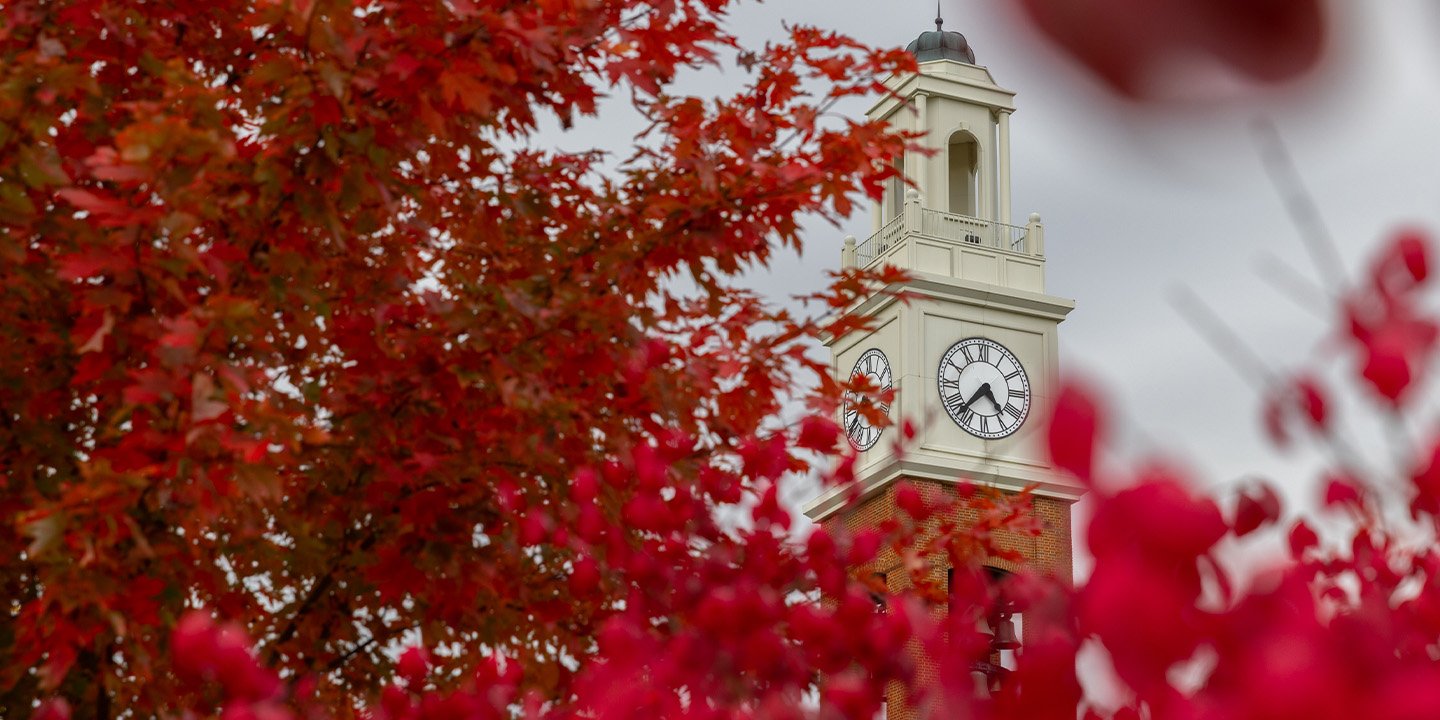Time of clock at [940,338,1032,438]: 4:37
